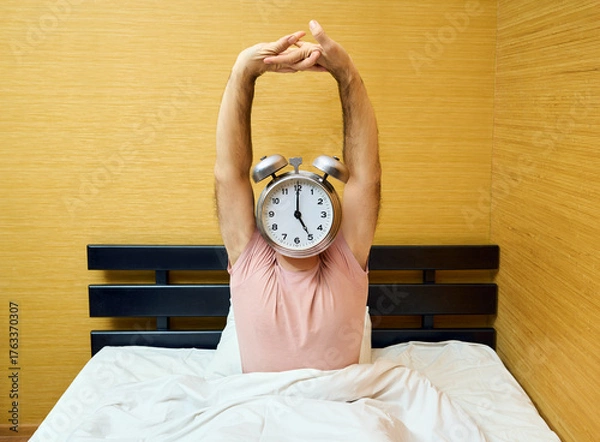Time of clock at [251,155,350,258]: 5:00
